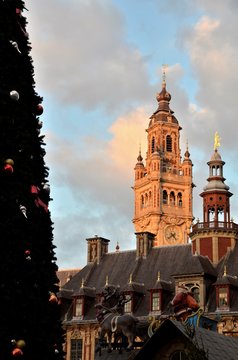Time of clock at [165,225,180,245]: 4:38
